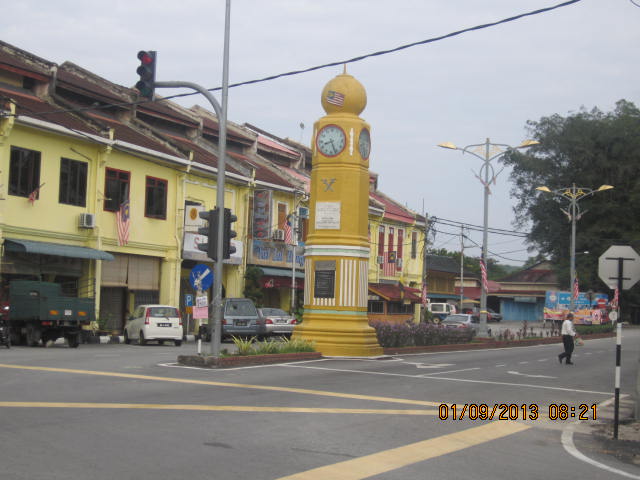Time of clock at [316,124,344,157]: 8:26
